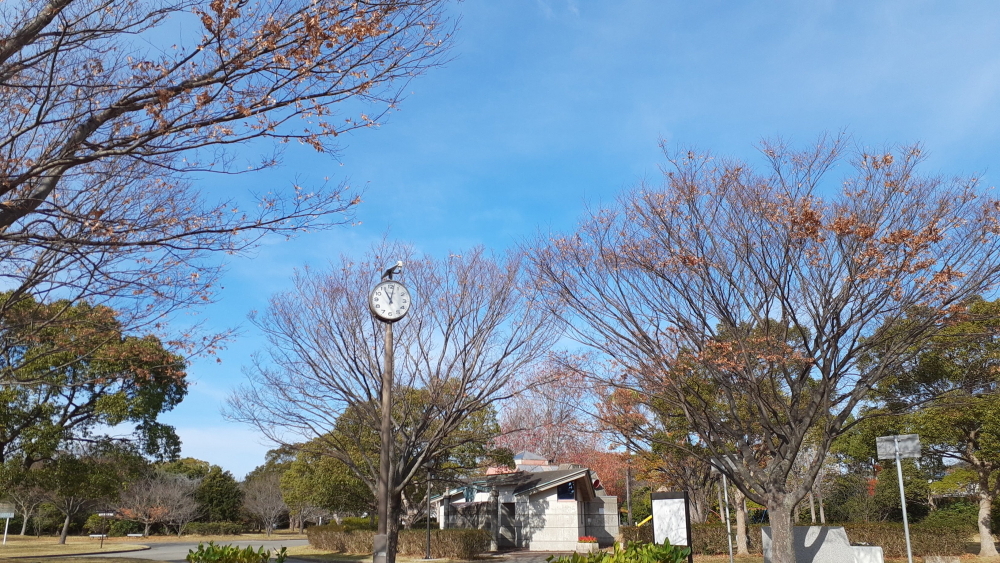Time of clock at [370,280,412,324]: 11:02
